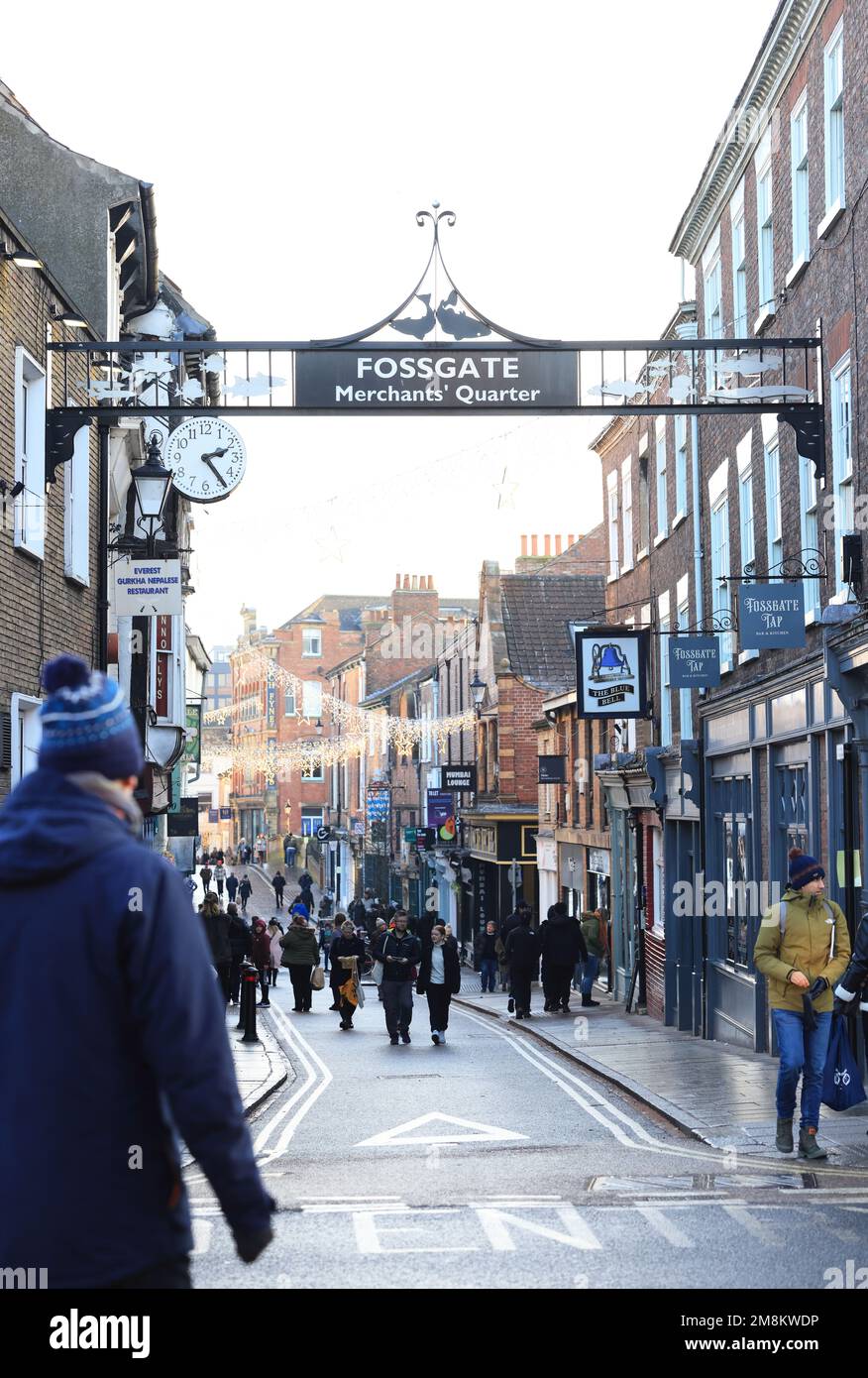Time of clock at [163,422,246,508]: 2:24
